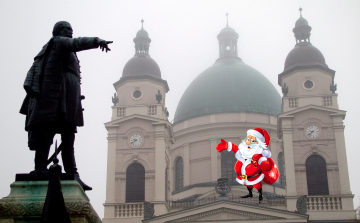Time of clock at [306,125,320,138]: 9:38
